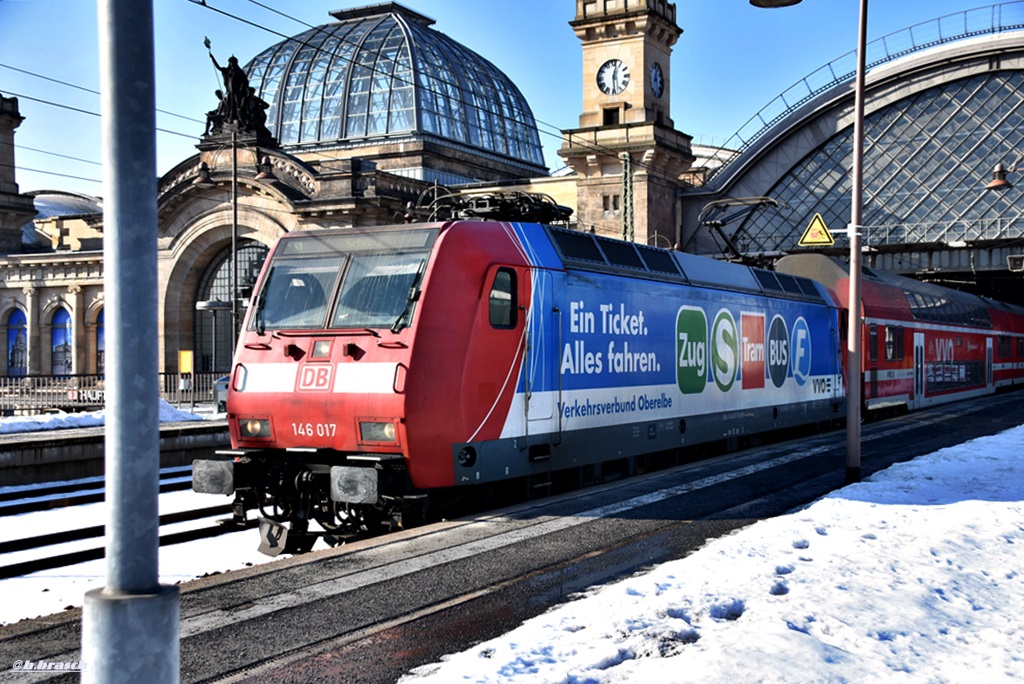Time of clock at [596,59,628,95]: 12:29
